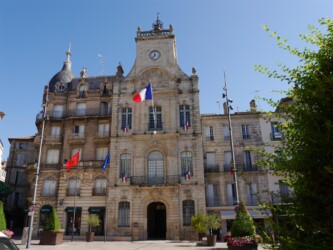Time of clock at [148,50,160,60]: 11:37
